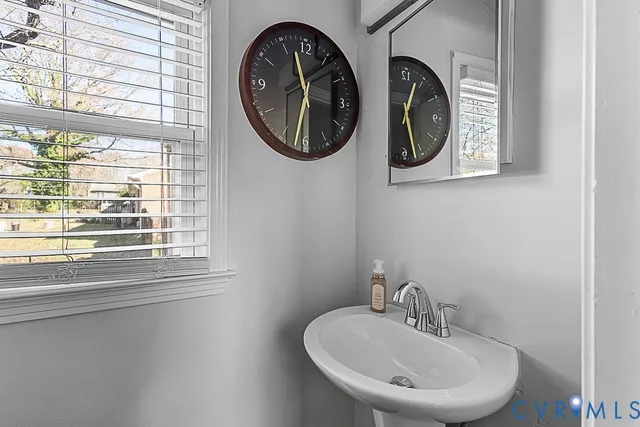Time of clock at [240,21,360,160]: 11:32
